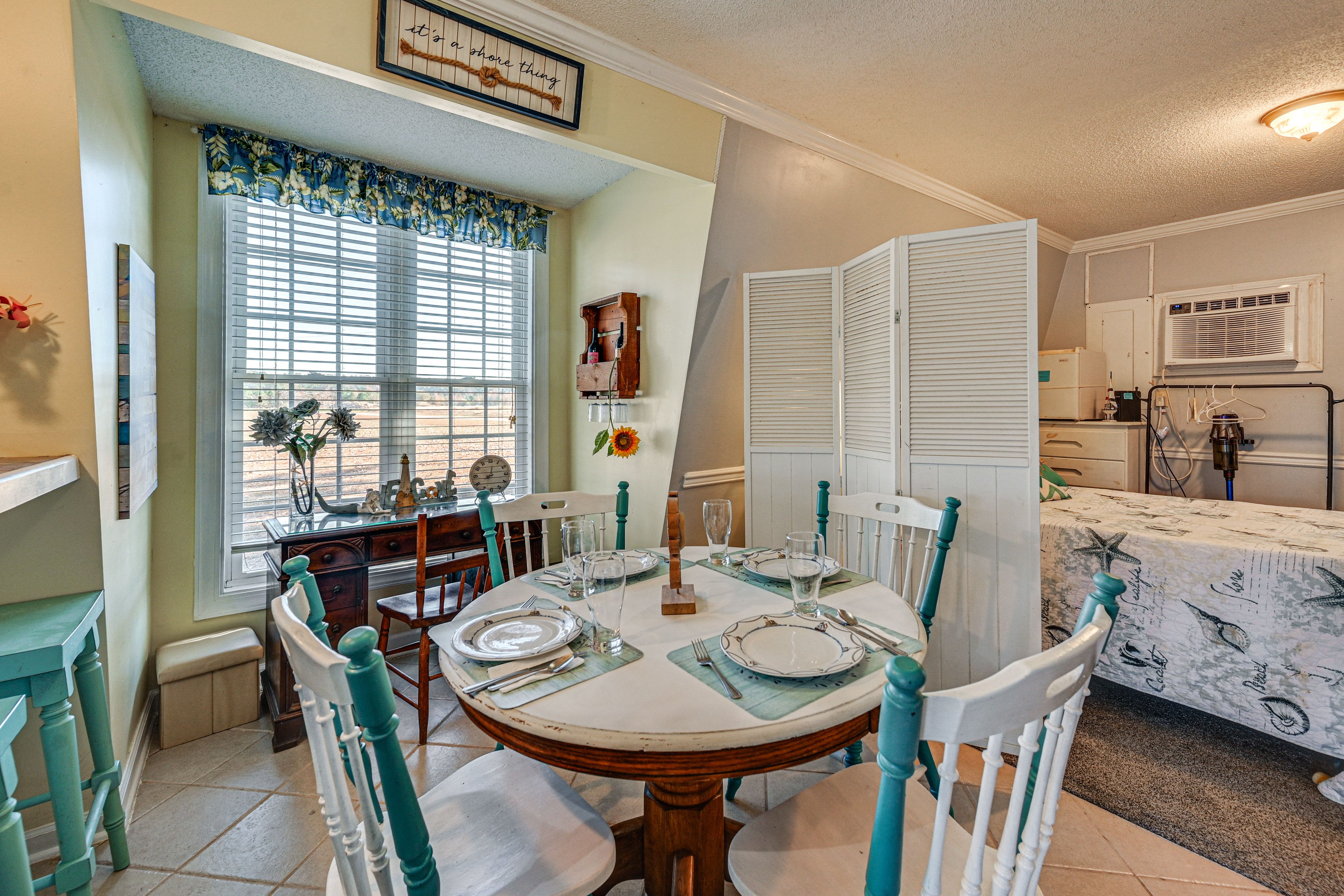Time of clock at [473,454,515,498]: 8:01
